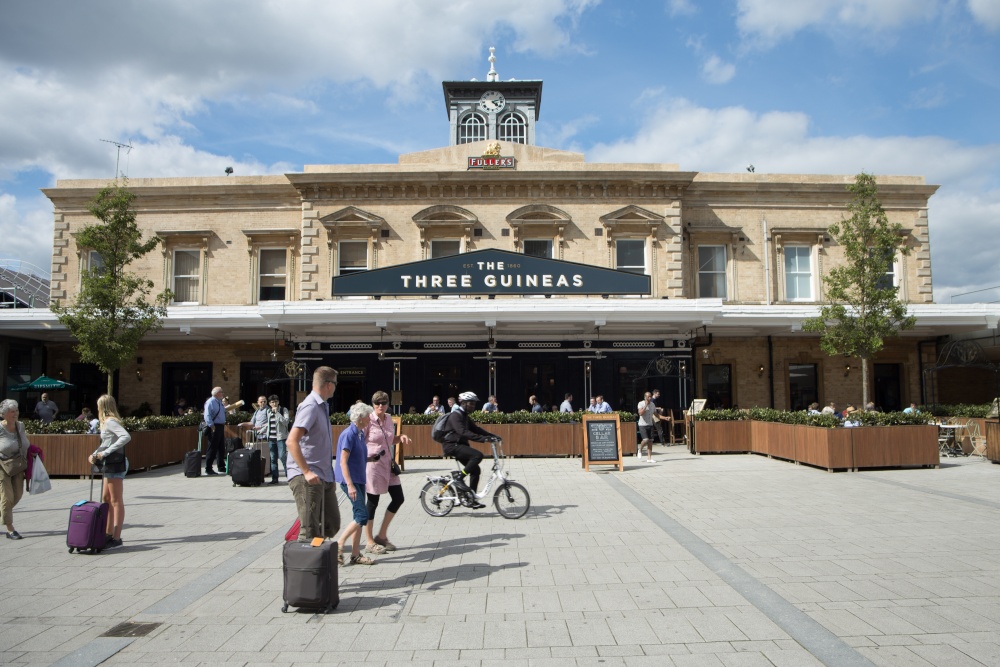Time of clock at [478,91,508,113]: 4:12
